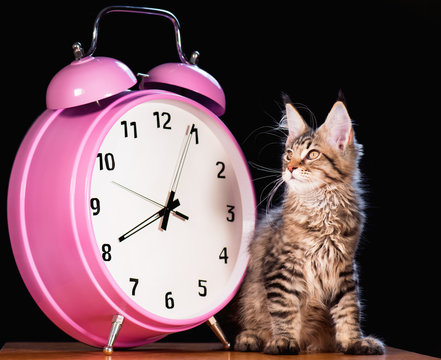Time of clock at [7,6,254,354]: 8:04
